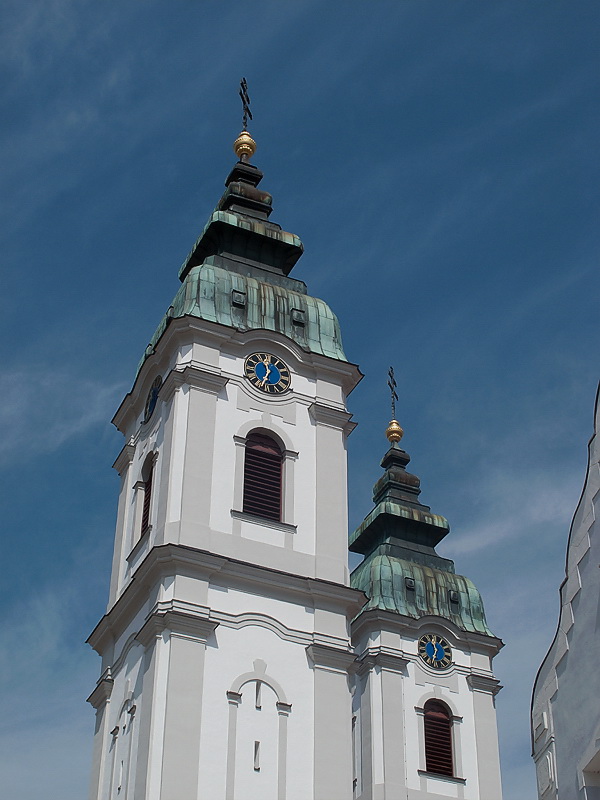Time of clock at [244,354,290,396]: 11:34
